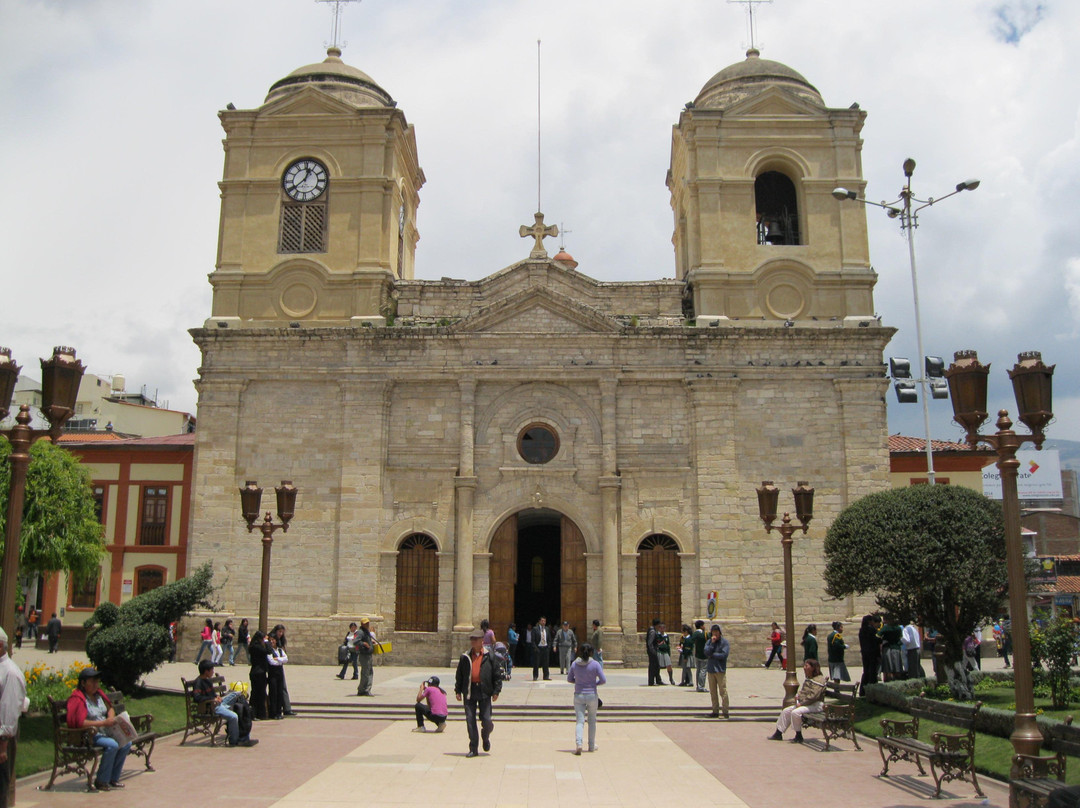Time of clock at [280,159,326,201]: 12:38
